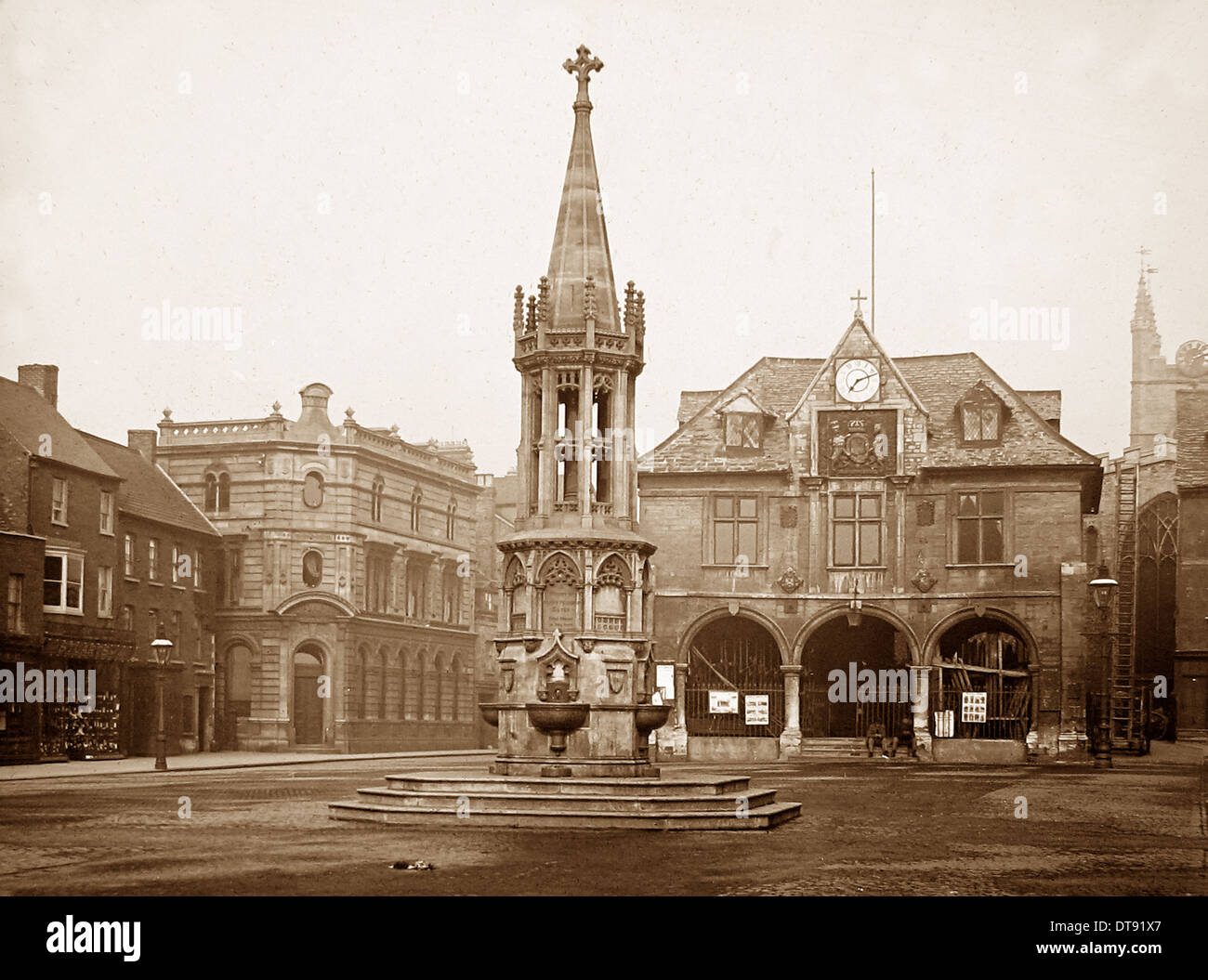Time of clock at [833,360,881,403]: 7:12
